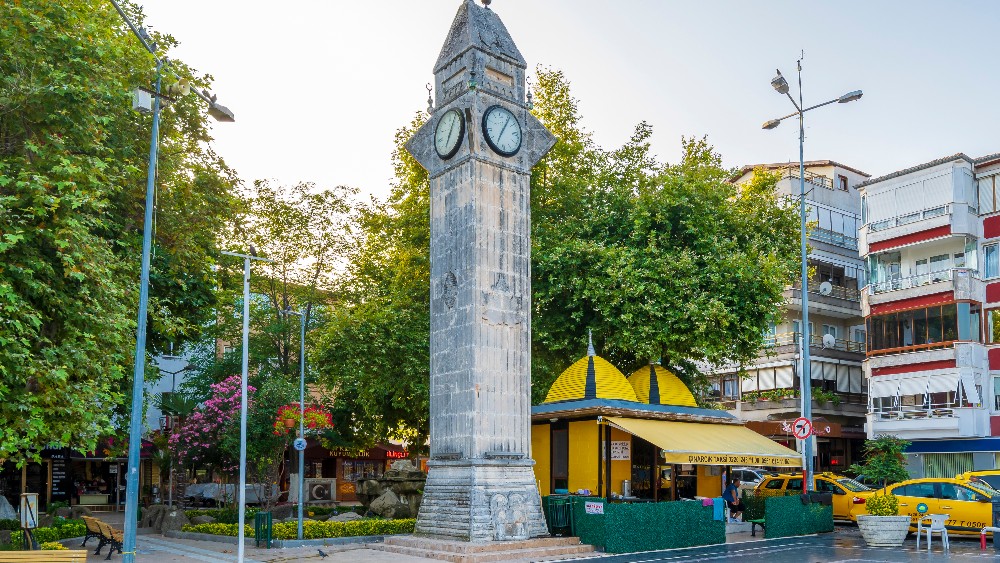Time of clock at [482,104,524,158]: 7:06
